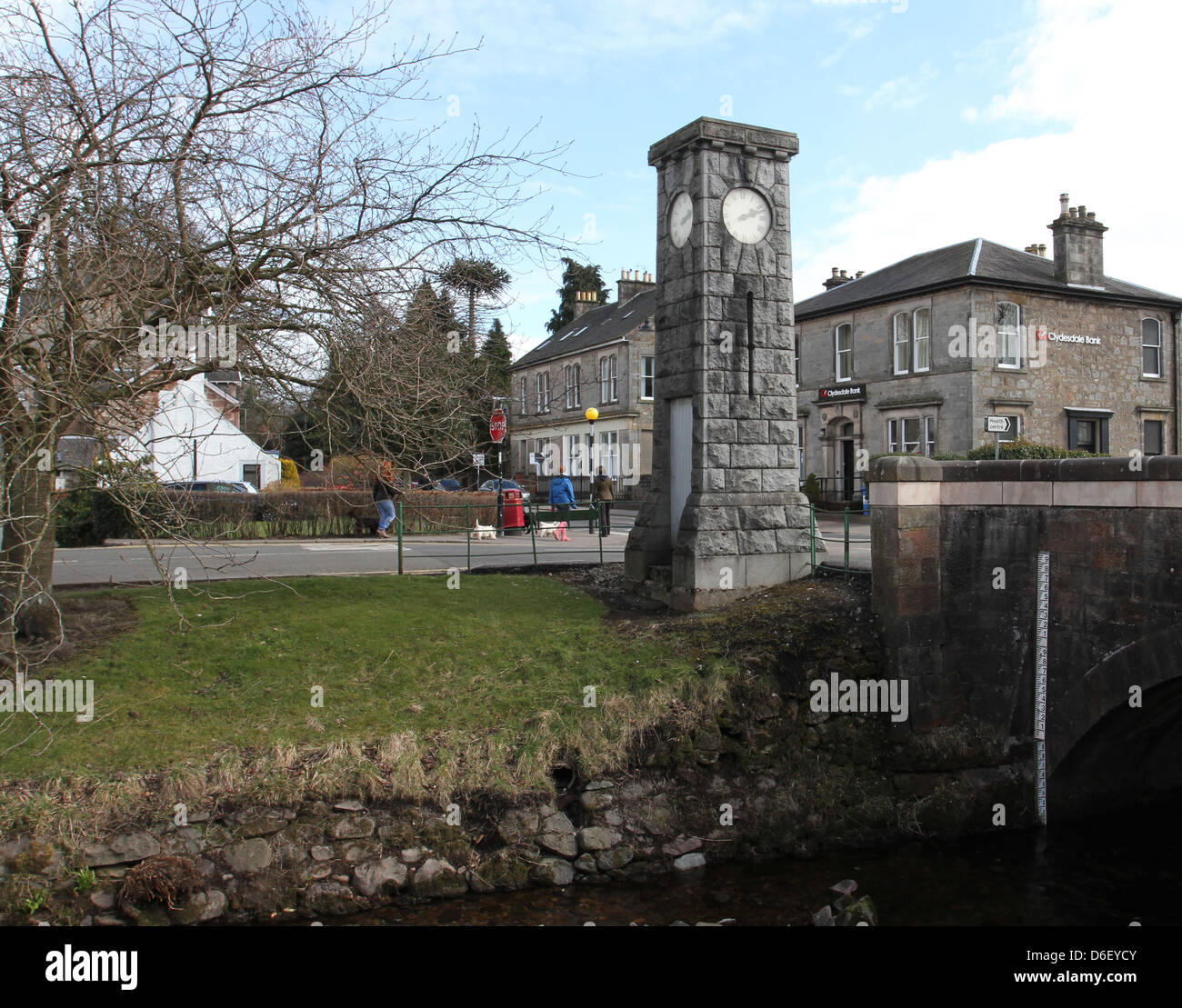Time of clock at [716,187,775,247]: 2:11
